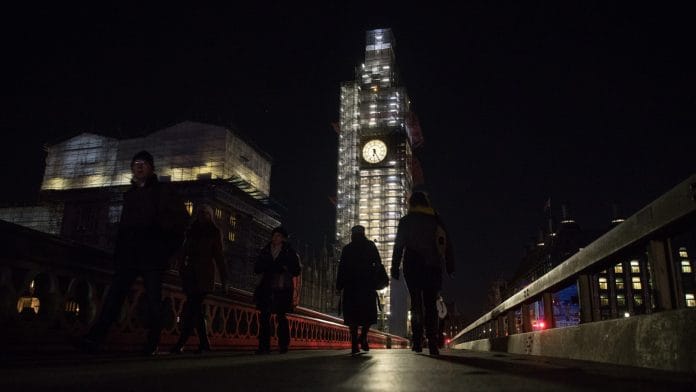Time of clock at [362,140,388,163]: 6:25
